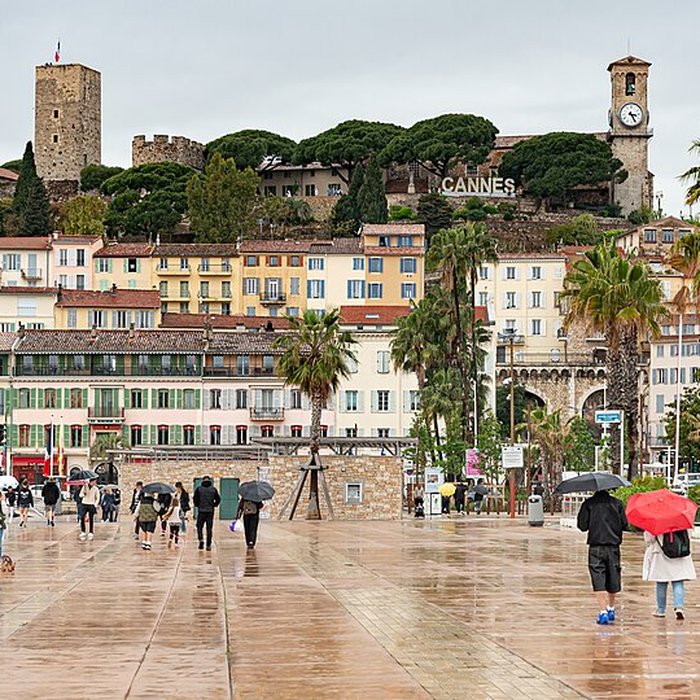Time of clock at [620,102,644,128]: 3:25
